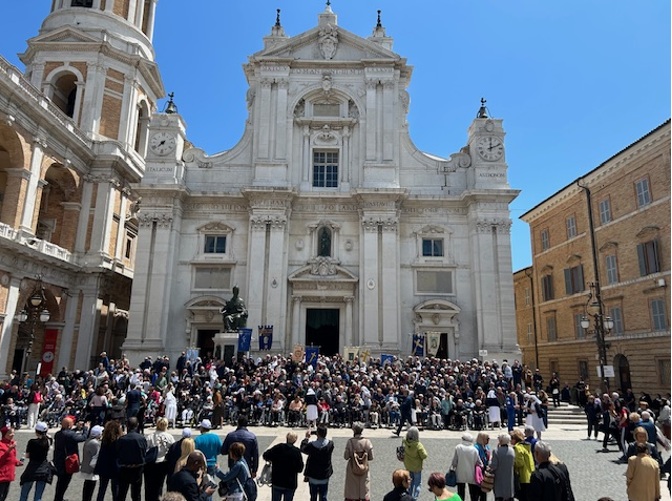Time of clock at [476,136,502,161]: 12:11
